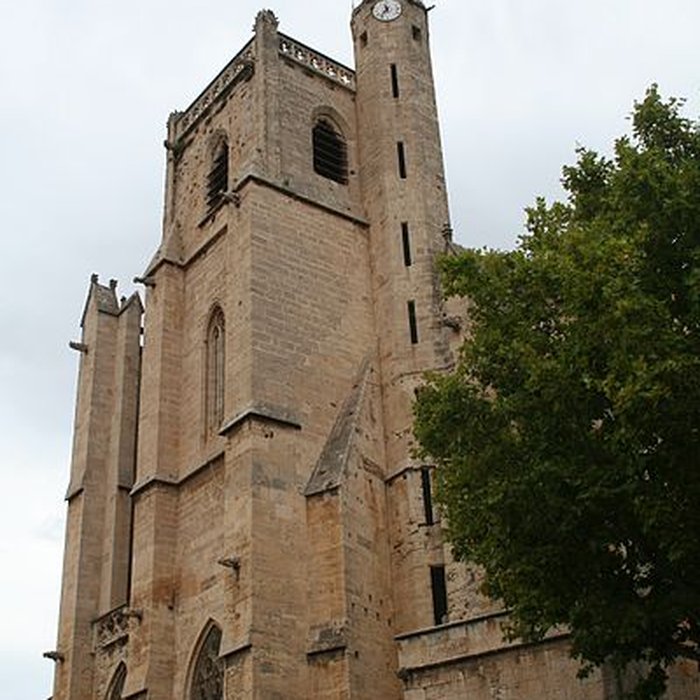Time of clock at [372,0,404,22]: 11:36
